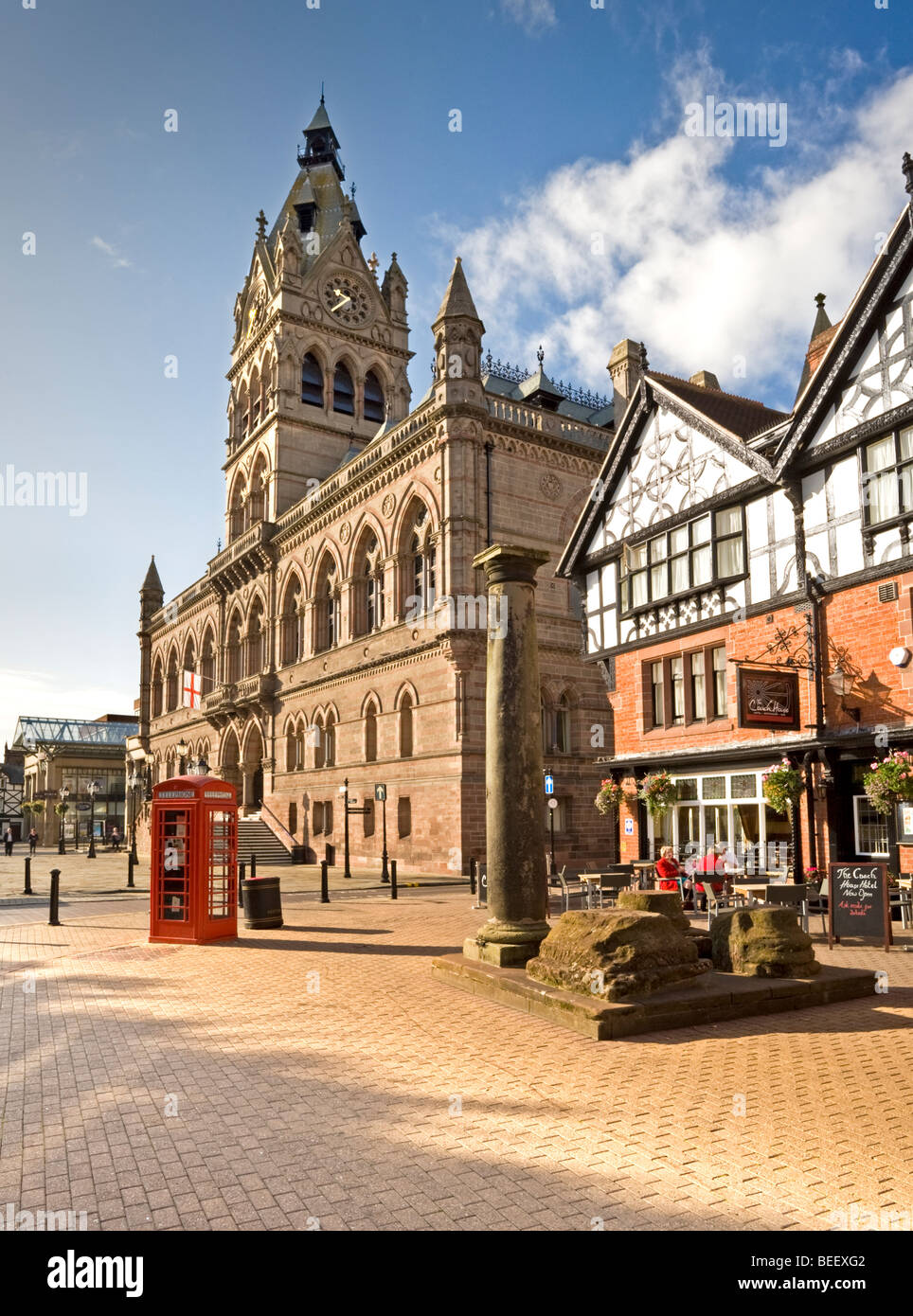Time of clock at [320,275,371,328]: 9:38
